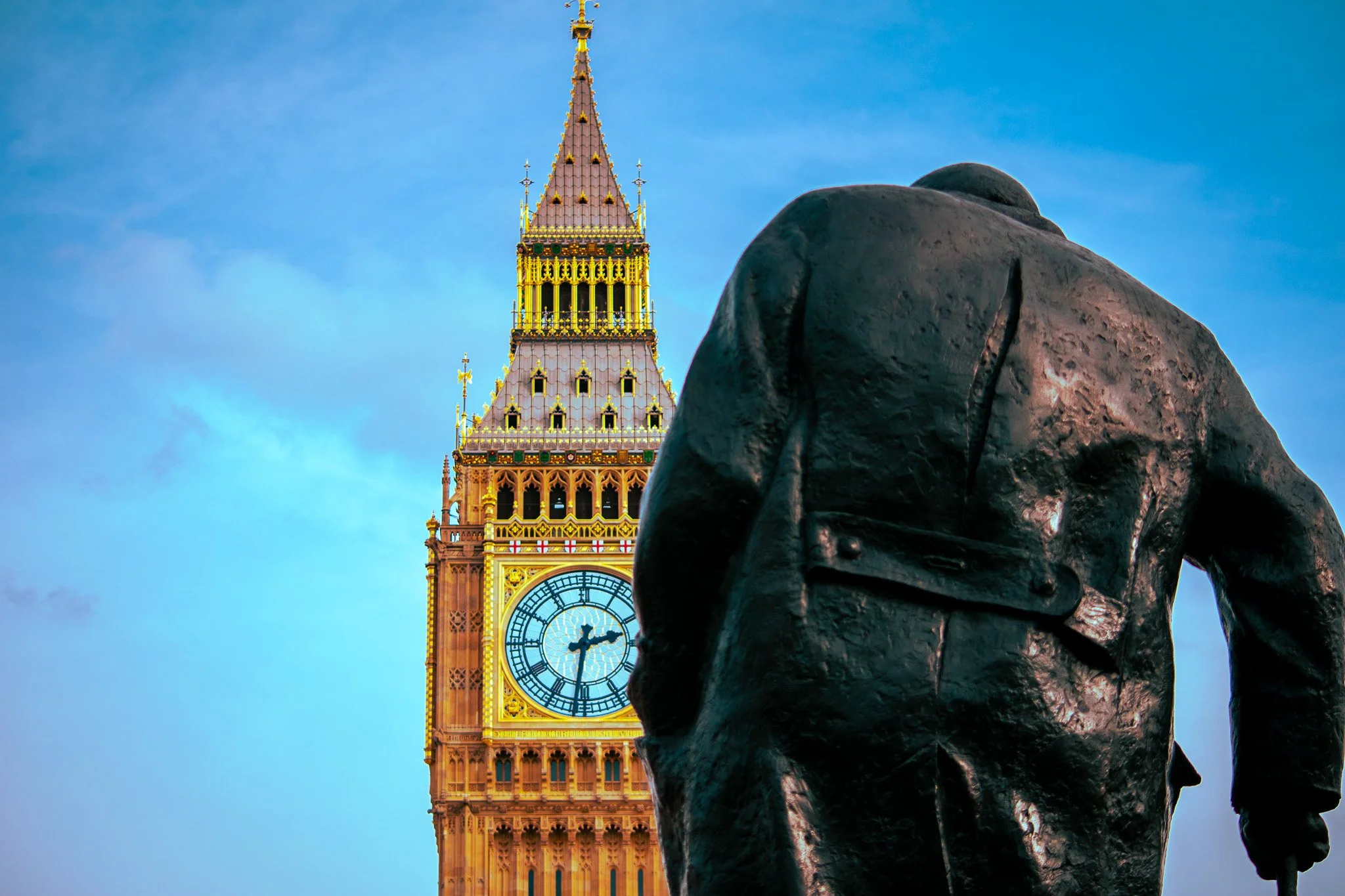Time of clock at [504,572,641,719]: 2:31
